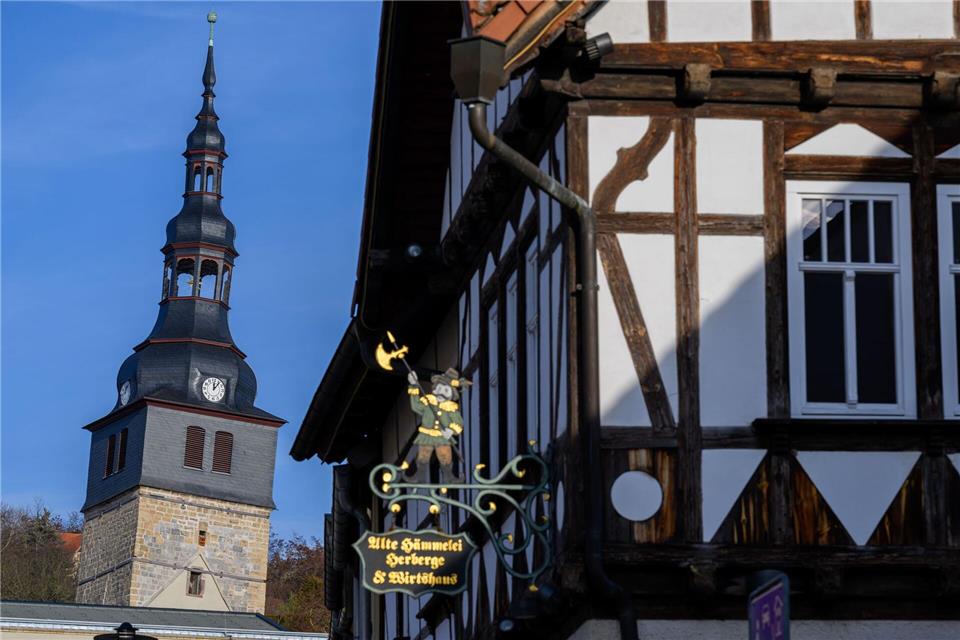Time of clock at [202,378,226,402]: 12:06
